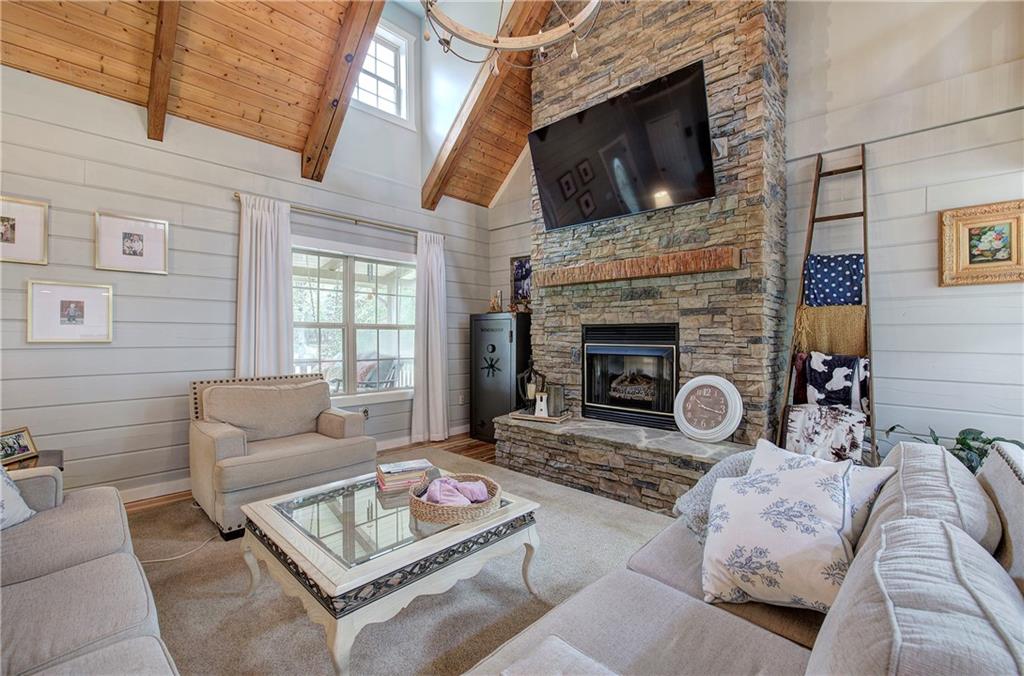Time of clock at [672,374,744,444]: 10:17
